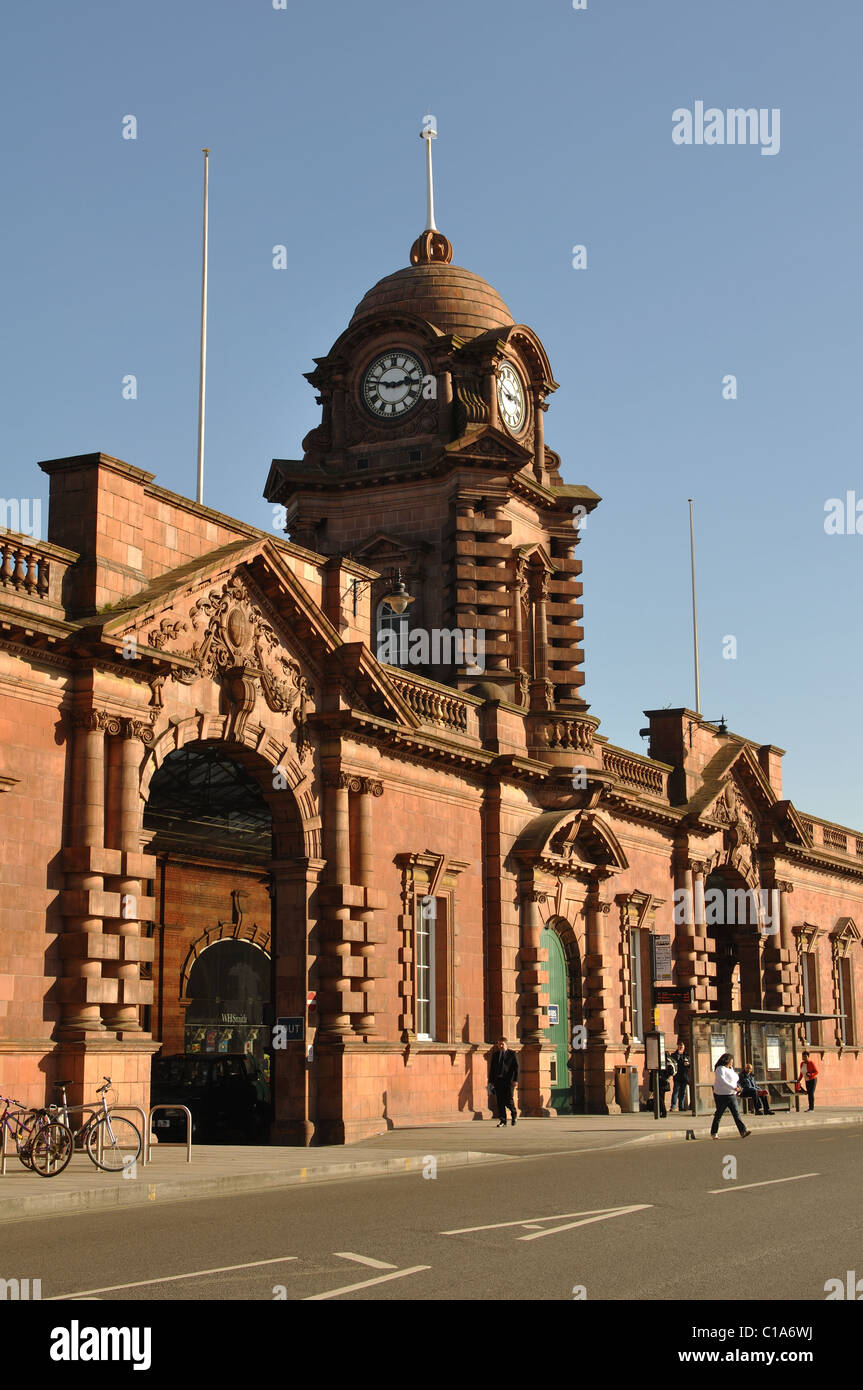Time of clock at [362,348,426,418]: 2:47
